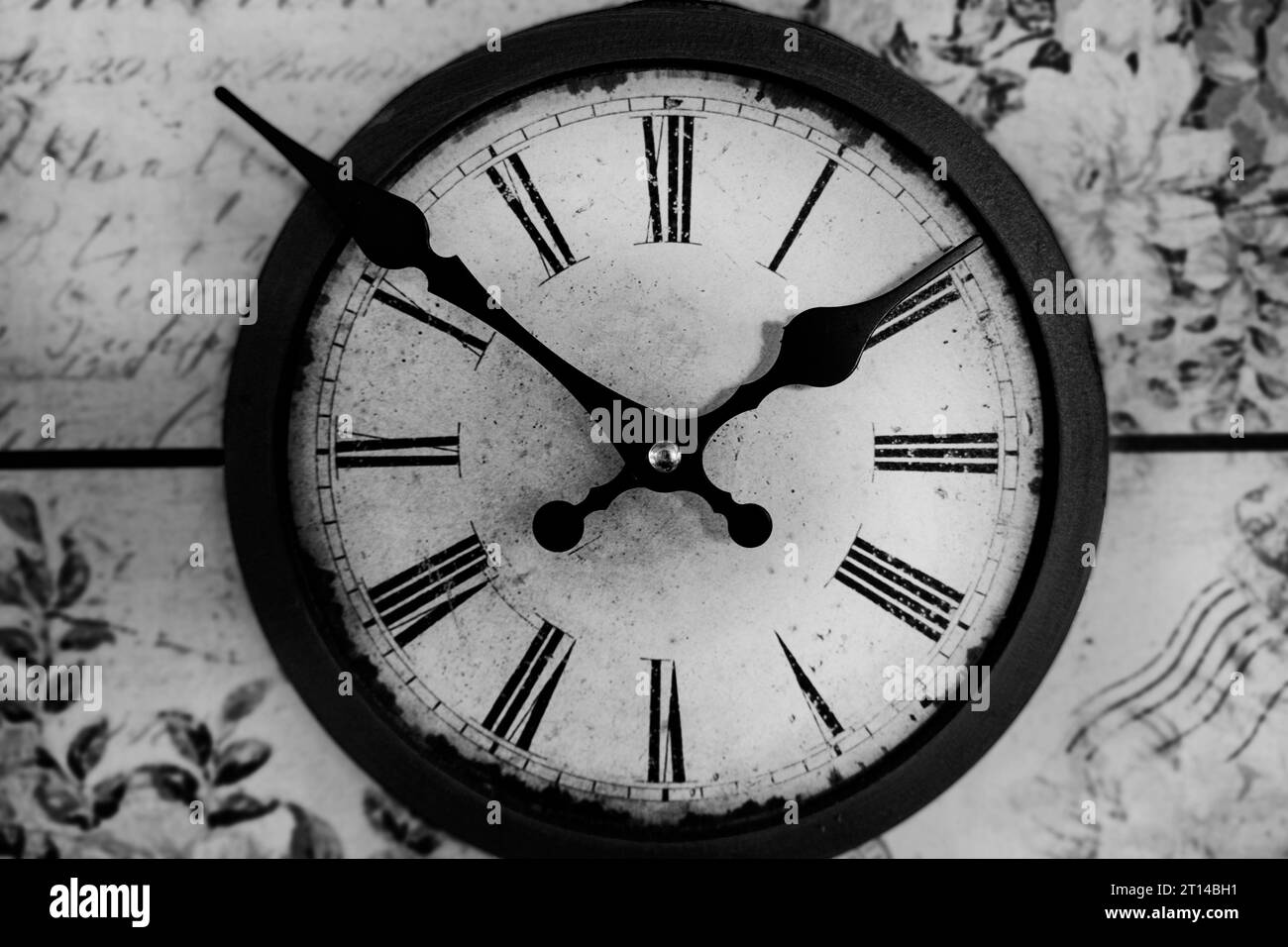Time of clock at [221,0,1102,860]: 1:51
